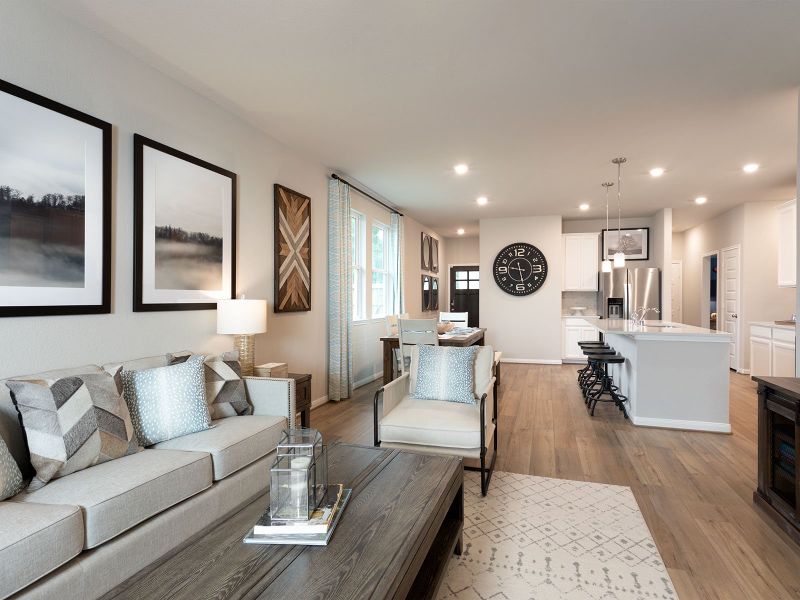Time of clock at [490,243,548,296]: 9:28
